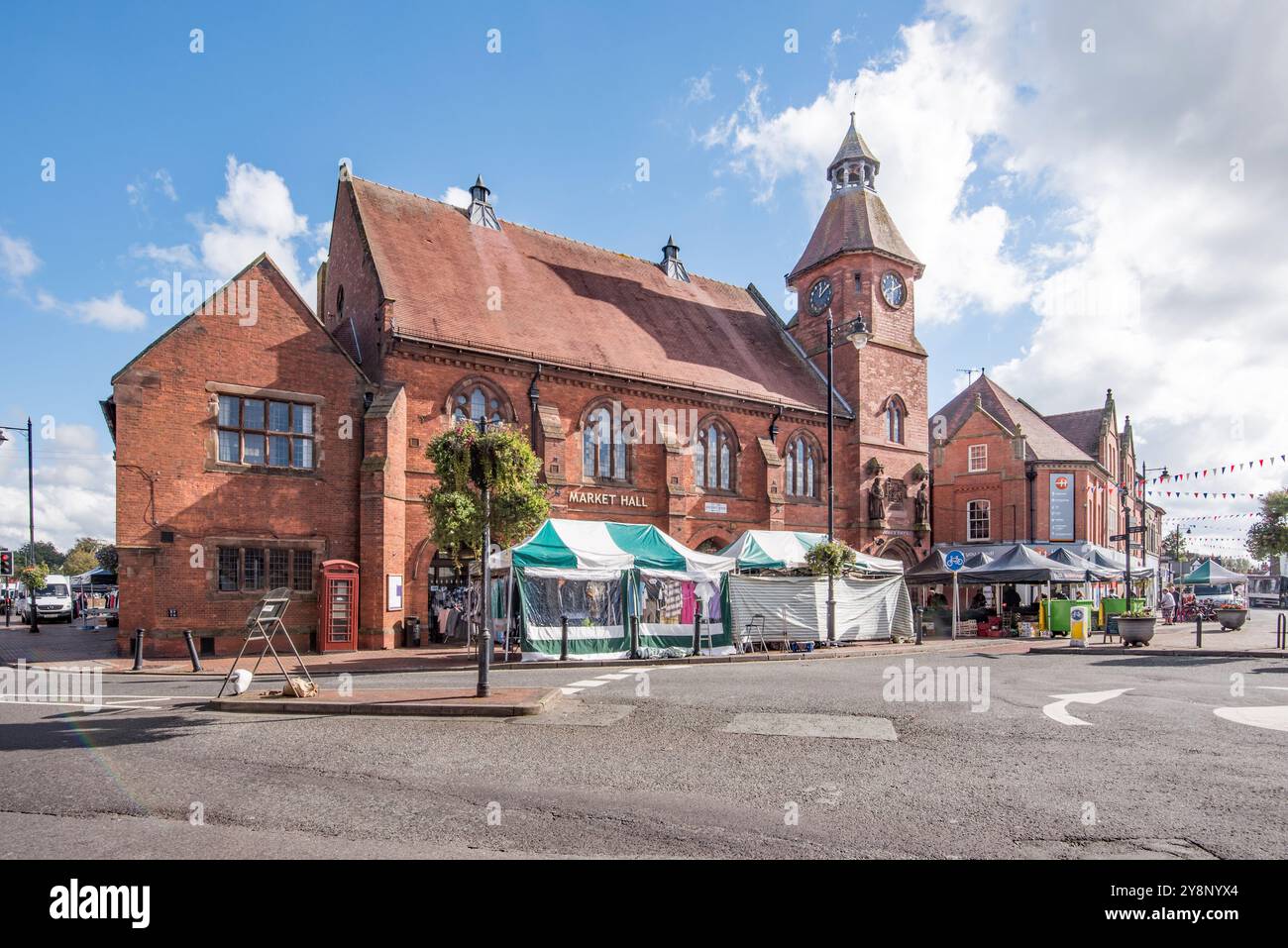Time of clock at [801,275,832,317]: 12:07
